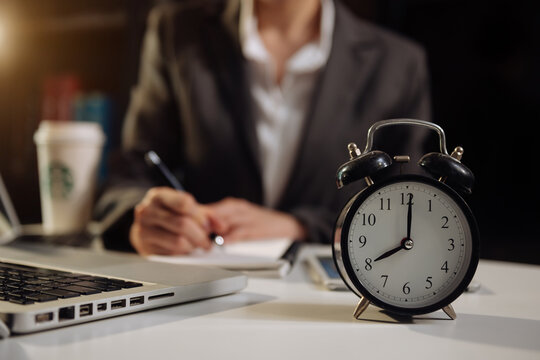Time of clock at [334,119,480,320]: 8:00
